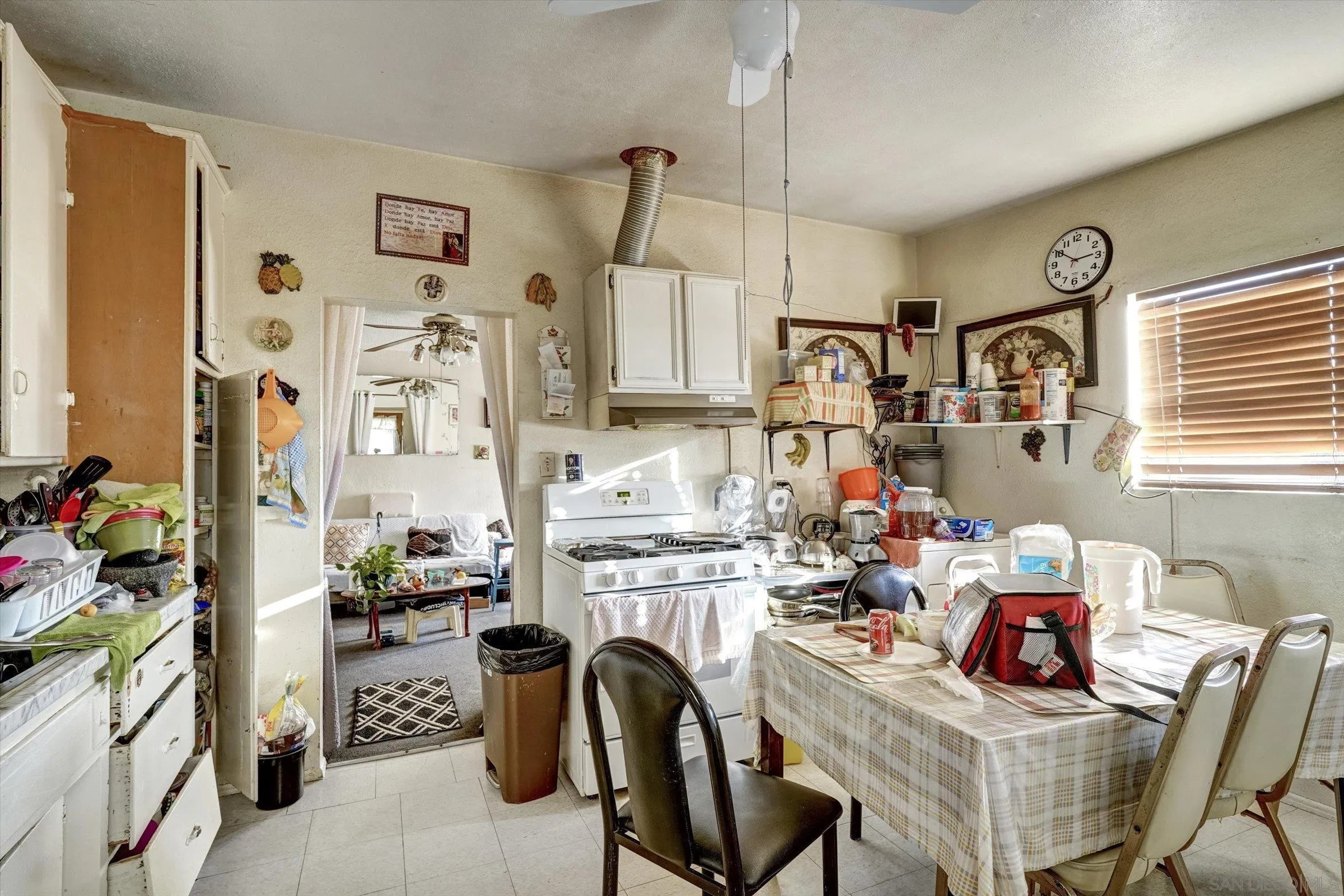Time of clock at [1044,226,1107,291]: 2:50
